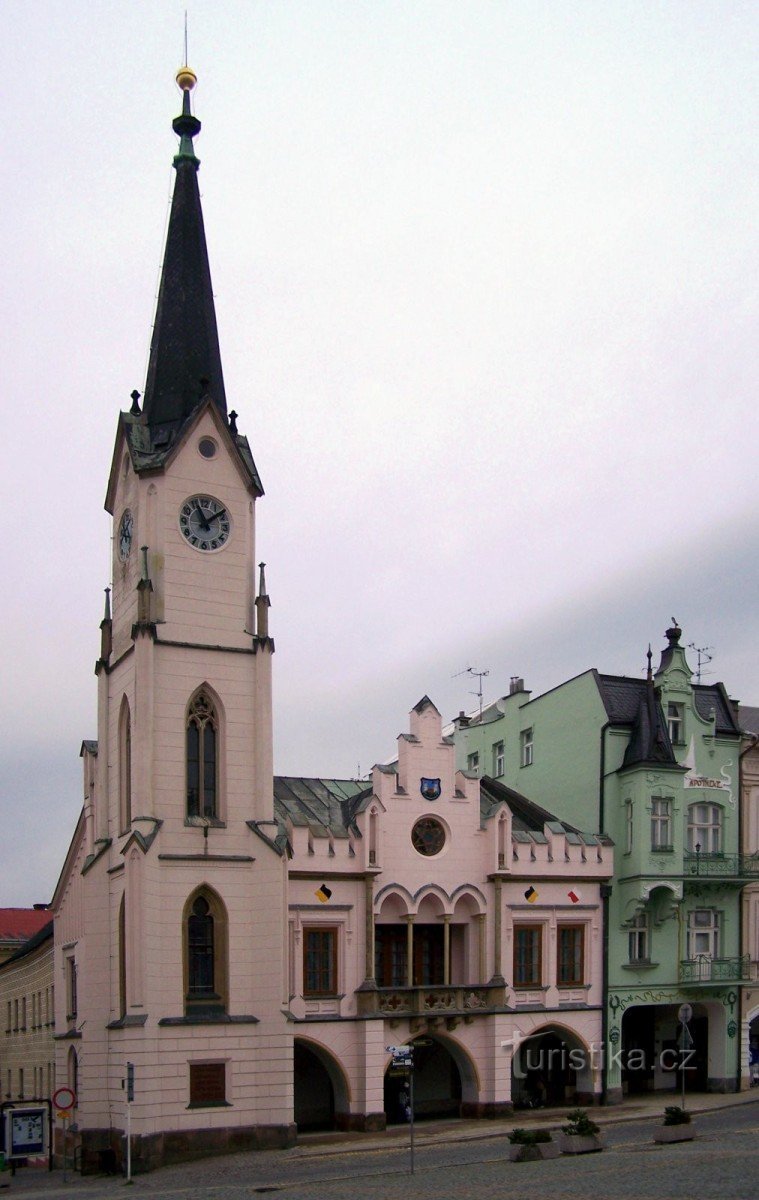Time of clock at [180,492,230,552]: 11:08
